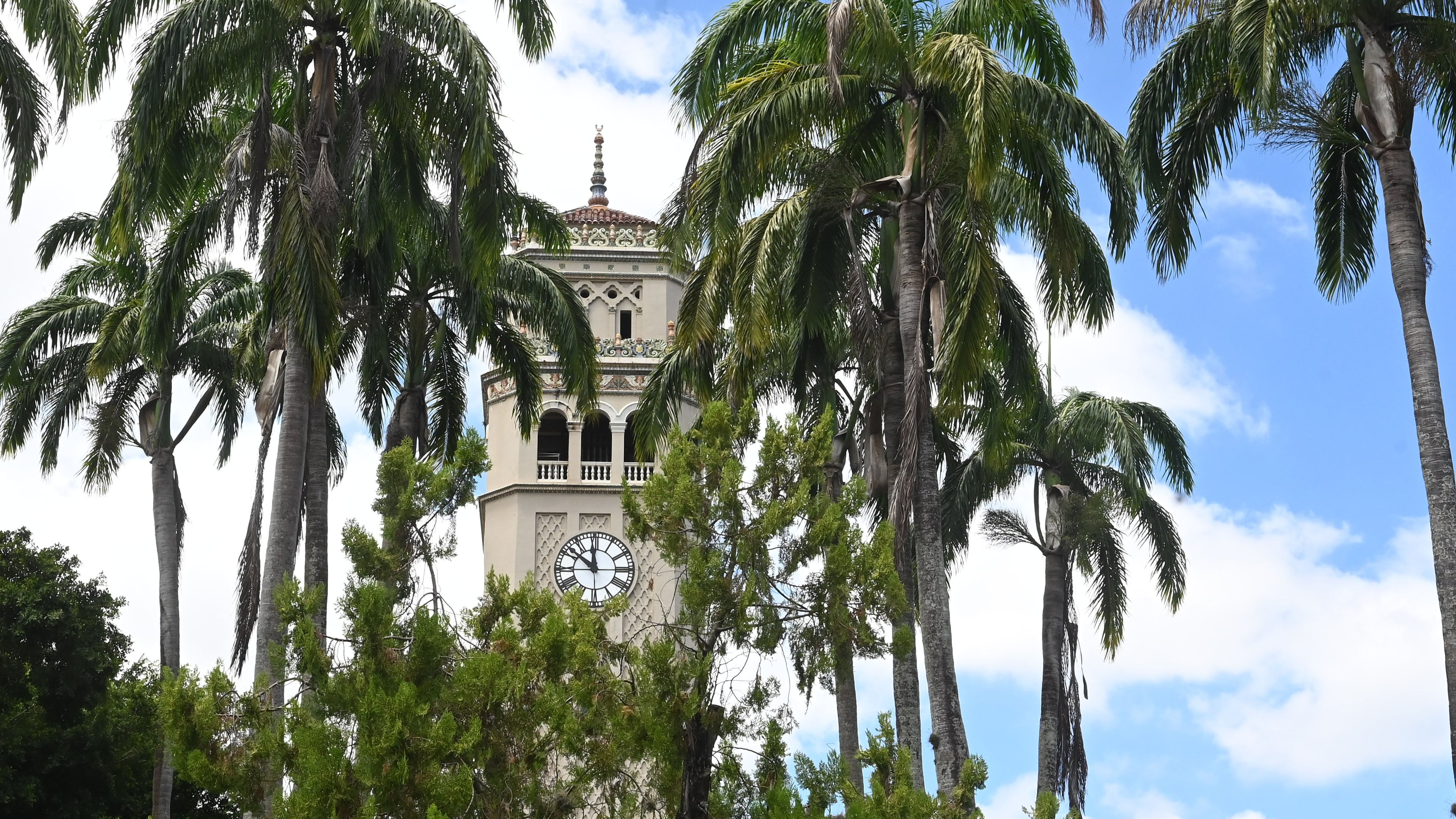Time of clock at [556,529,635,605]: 11:51
